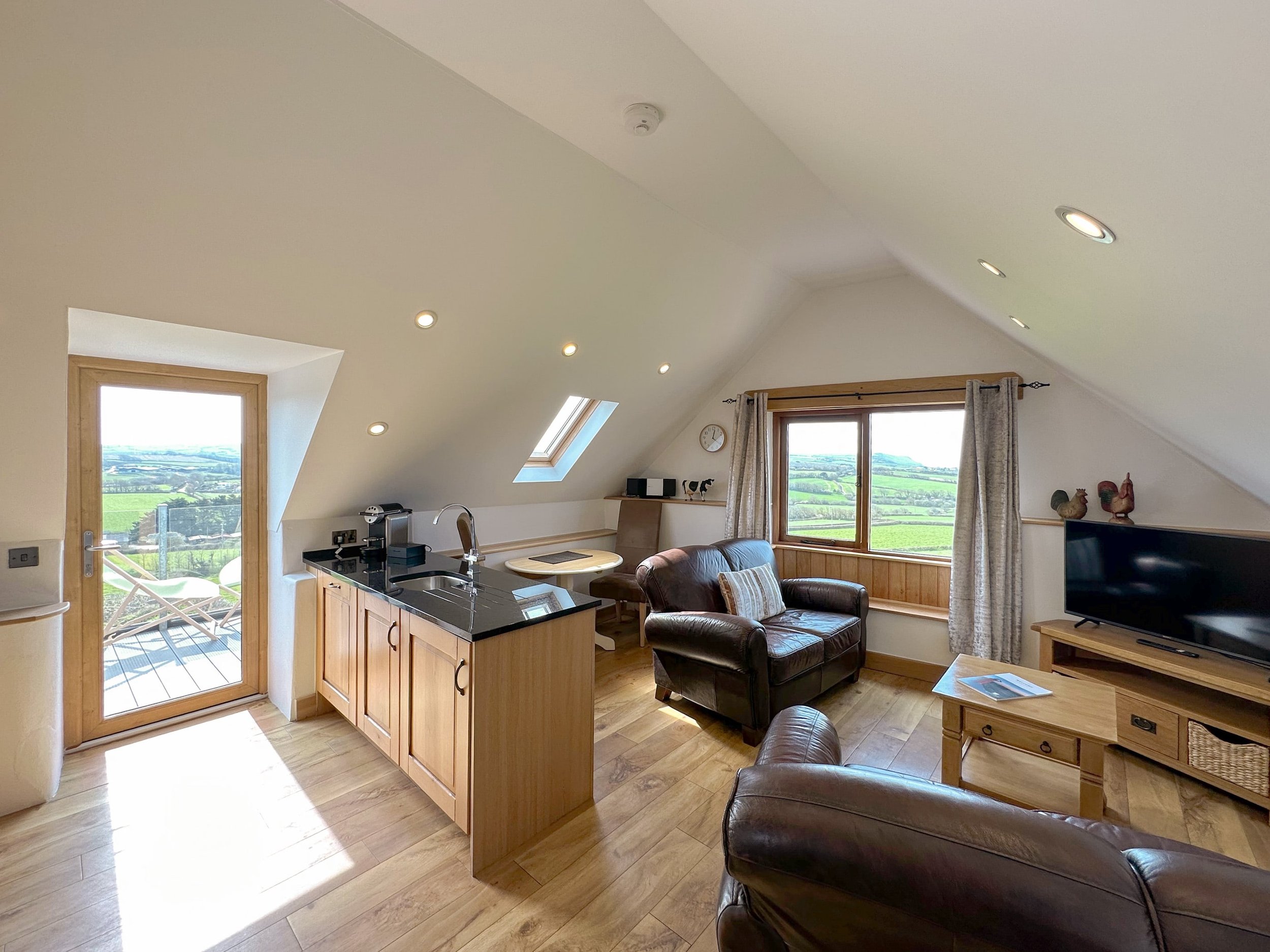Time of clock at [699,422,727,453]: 12:20
